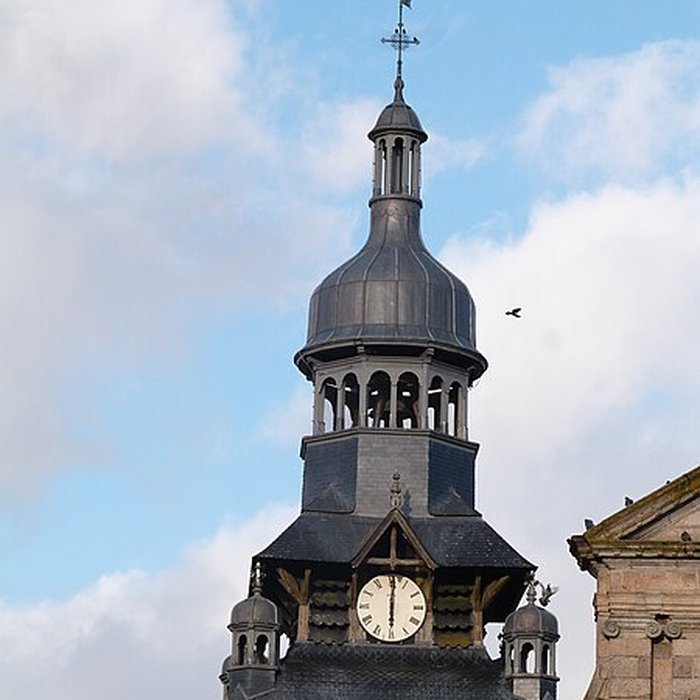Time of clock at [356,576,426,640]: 6:00
